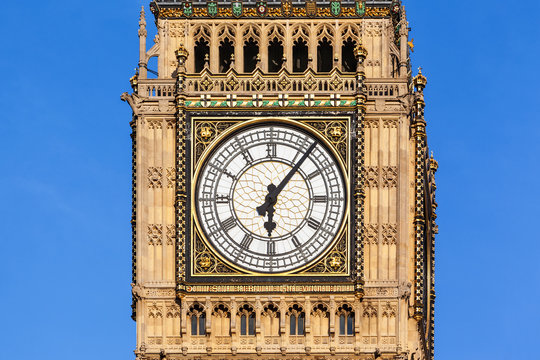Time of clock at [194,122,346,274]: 6:06
